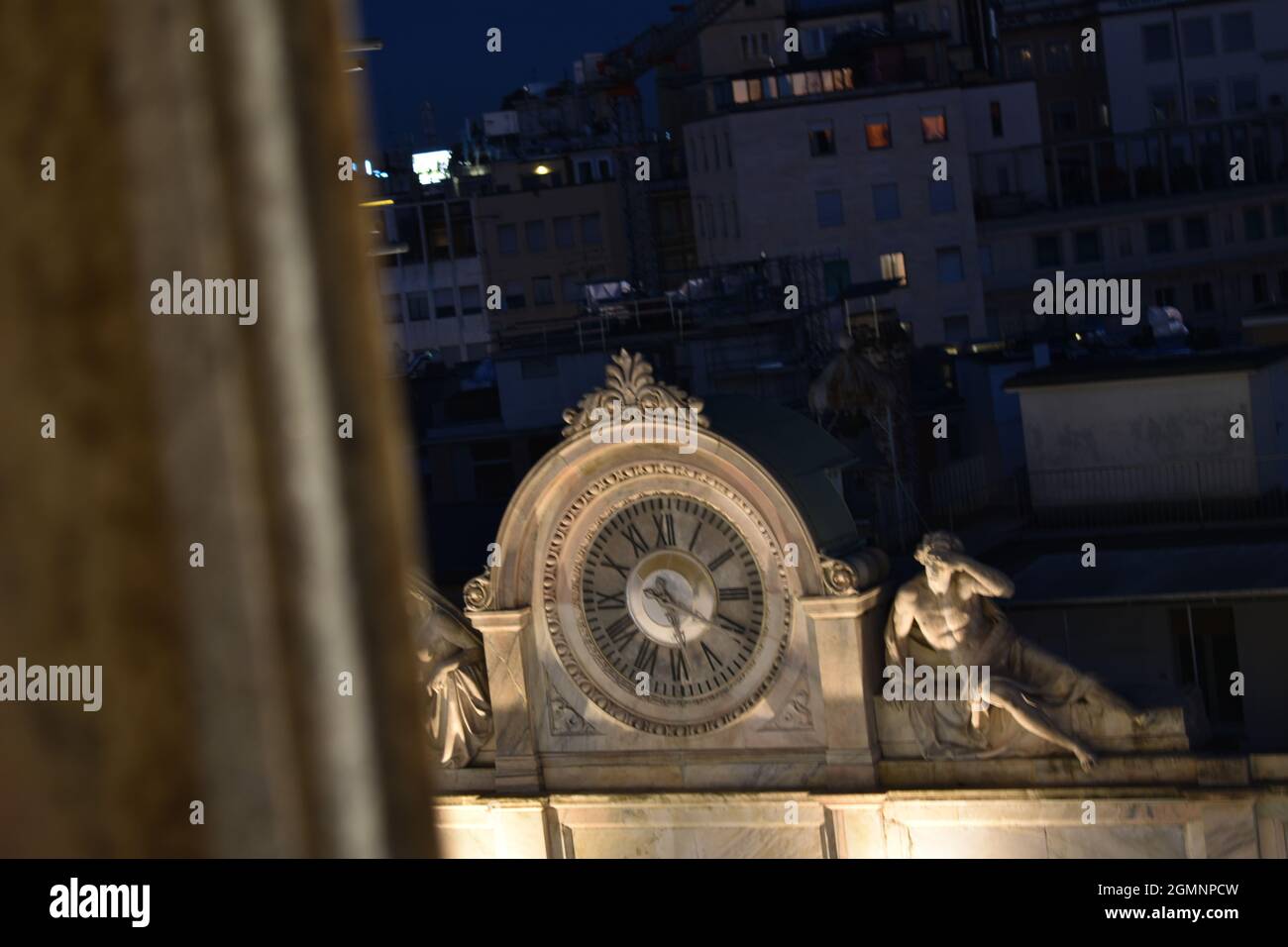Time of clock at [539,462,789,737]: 5:19
